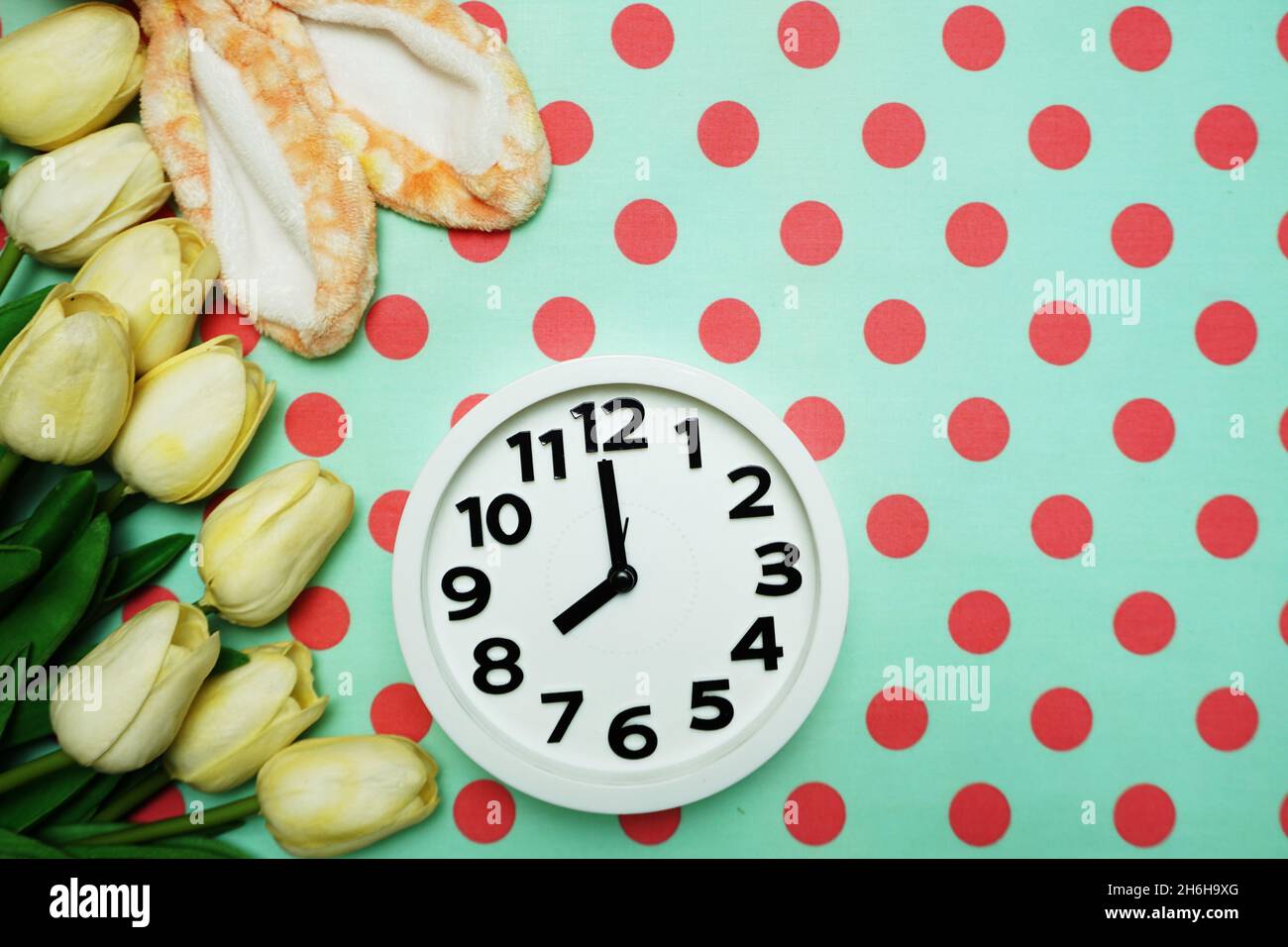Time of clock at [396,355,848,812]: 7:59
